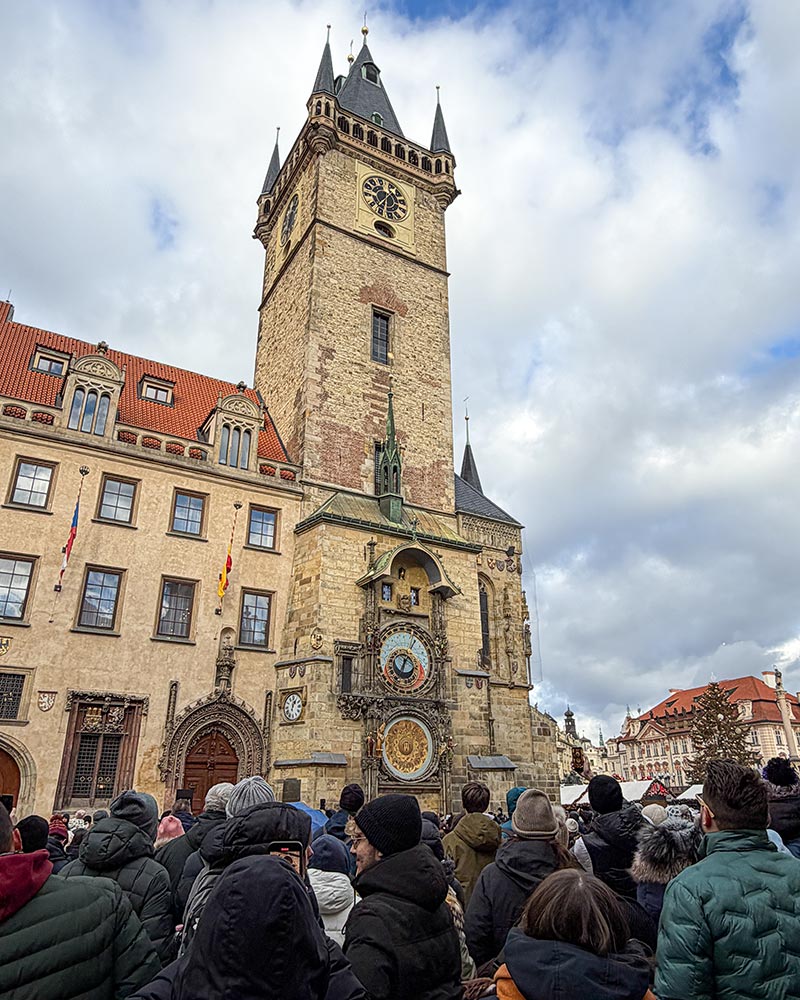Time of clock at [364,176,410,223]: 1:37
